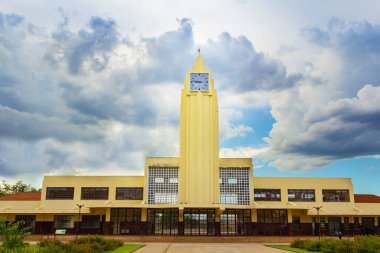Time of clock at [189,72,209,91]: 8:46
